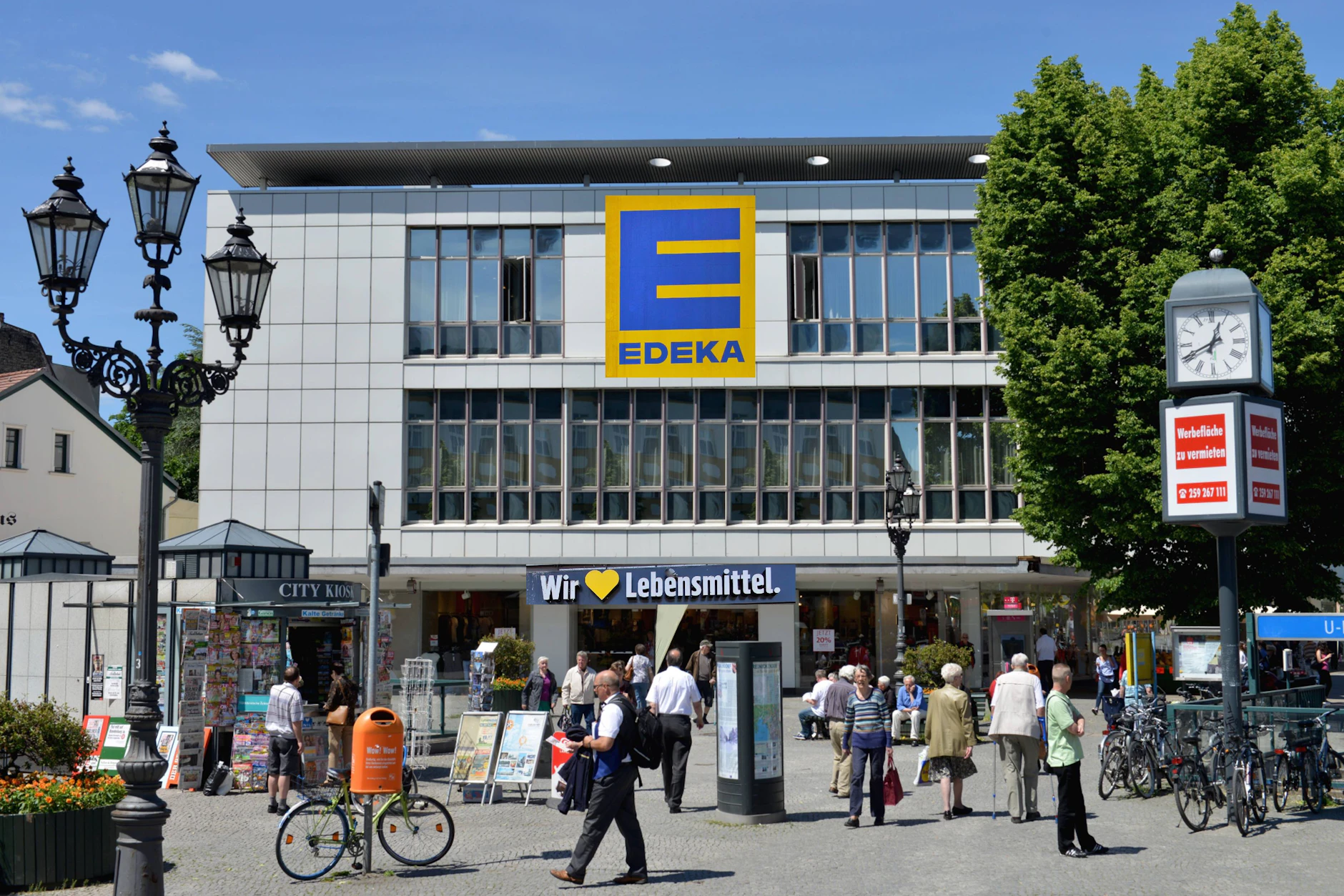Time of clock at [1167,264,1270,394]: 12:40
